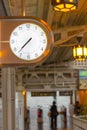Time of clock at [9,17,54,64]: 7:37
